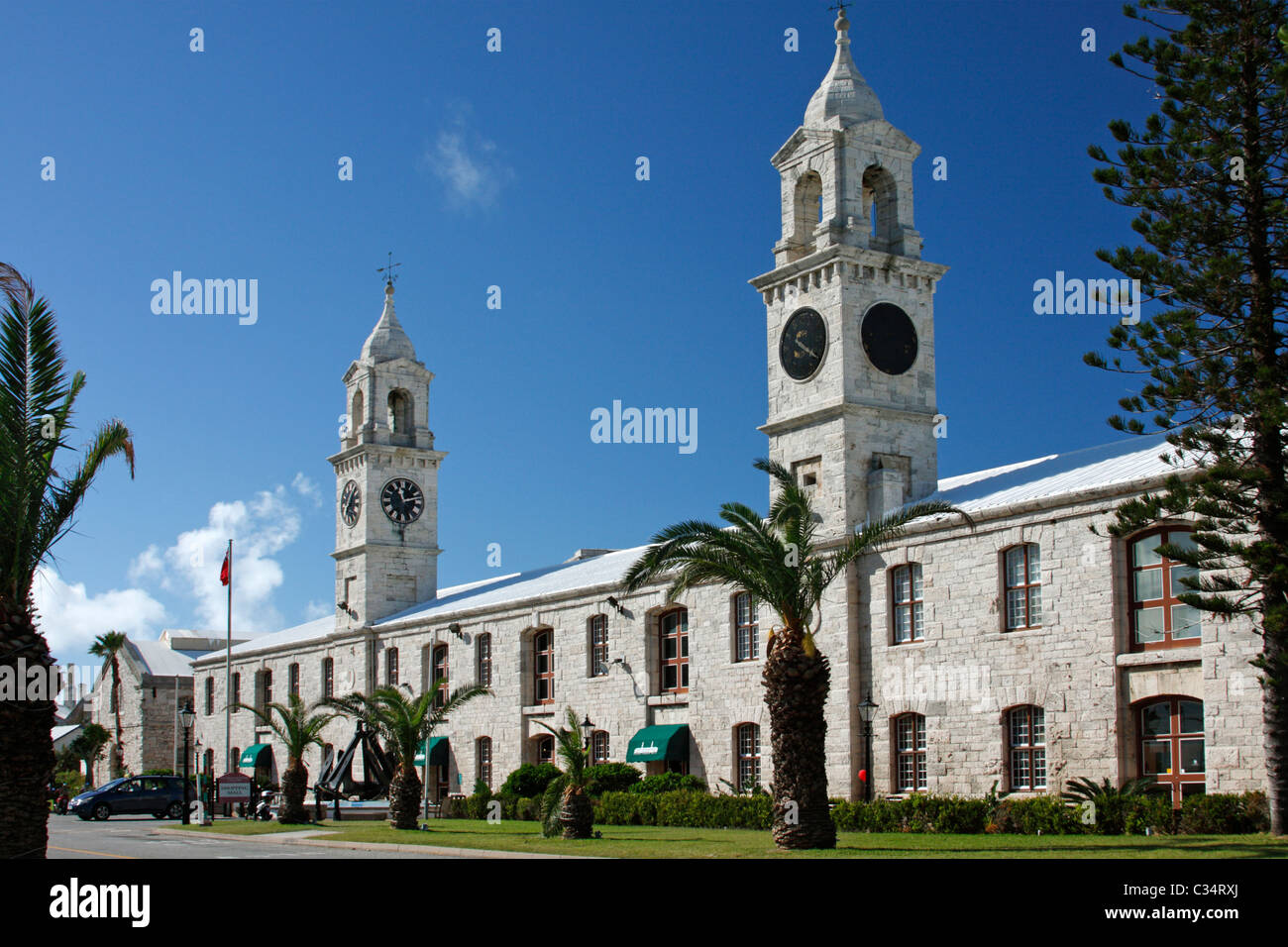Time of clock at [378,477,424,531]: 11:12
